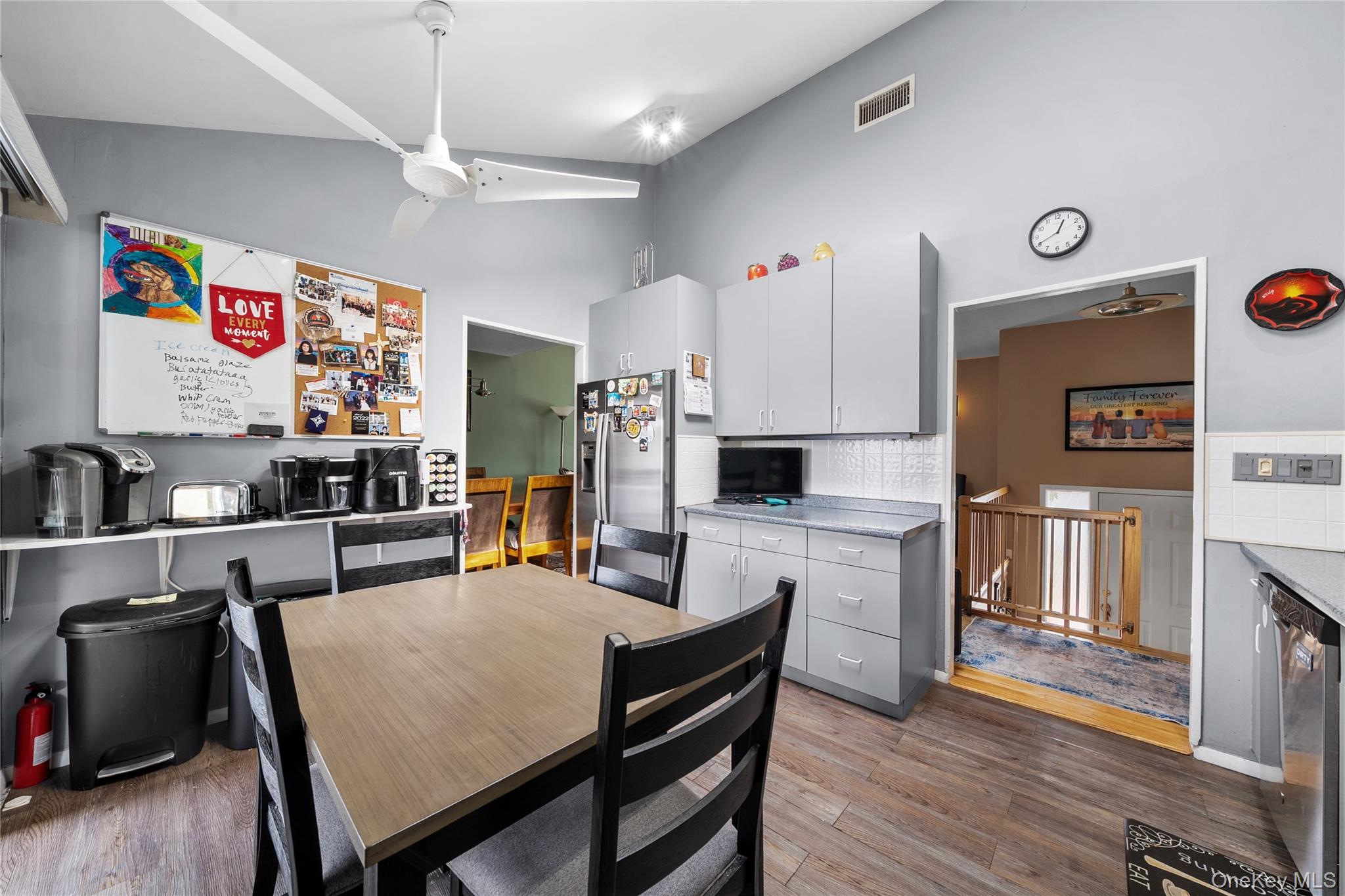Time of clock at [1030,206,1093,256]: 12:40
